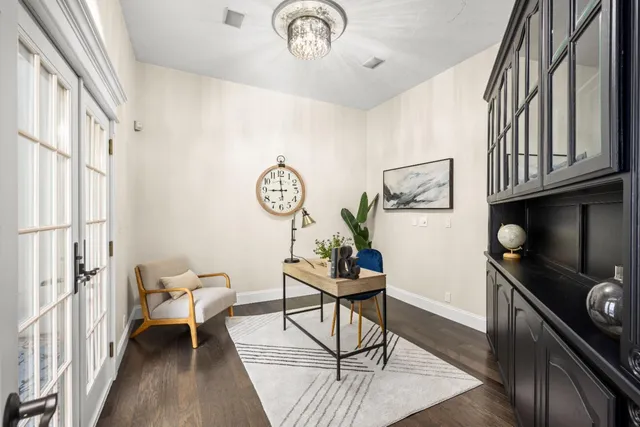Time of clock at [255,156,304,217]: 8:59
